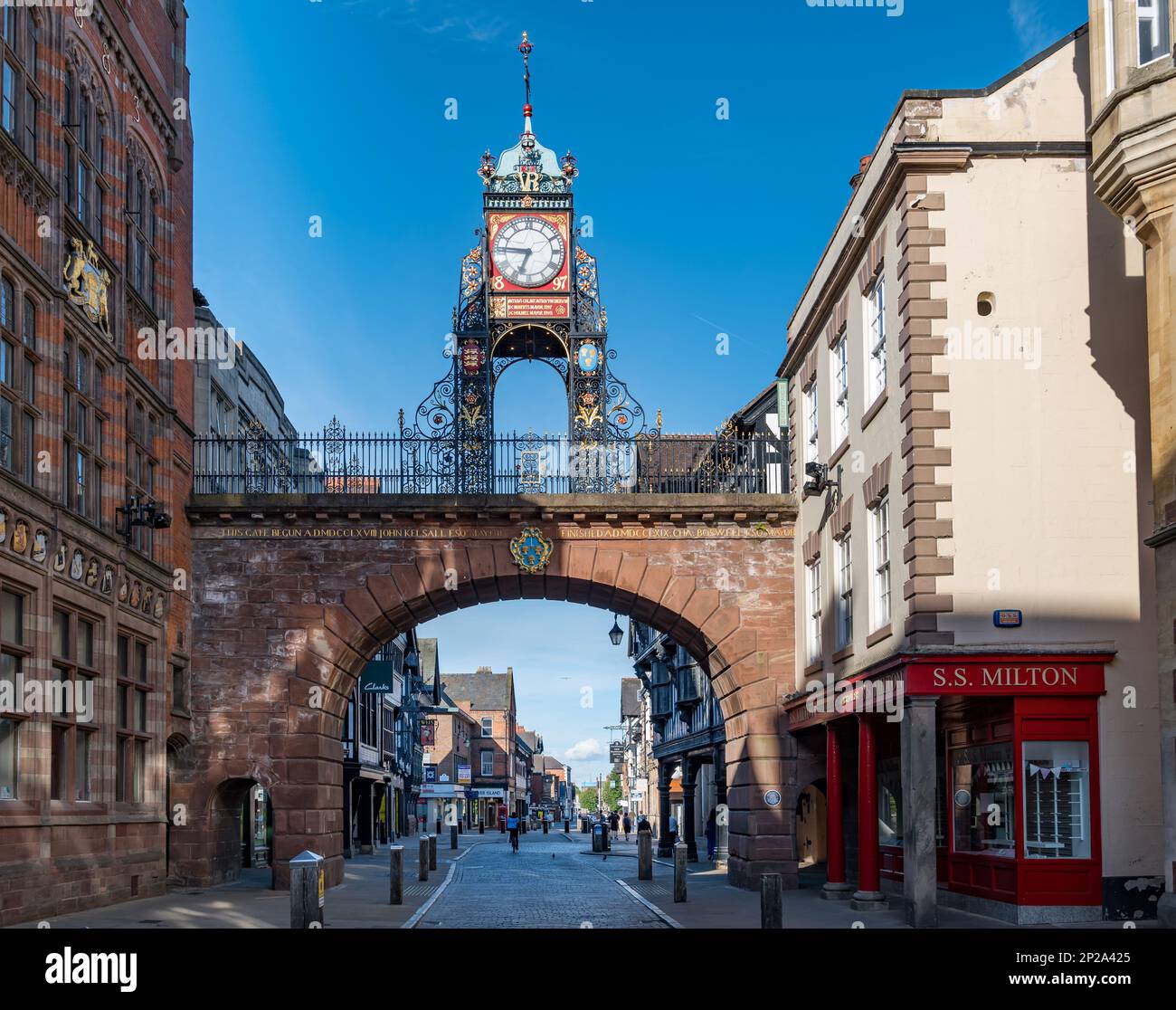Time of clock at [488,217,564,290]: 6:45
